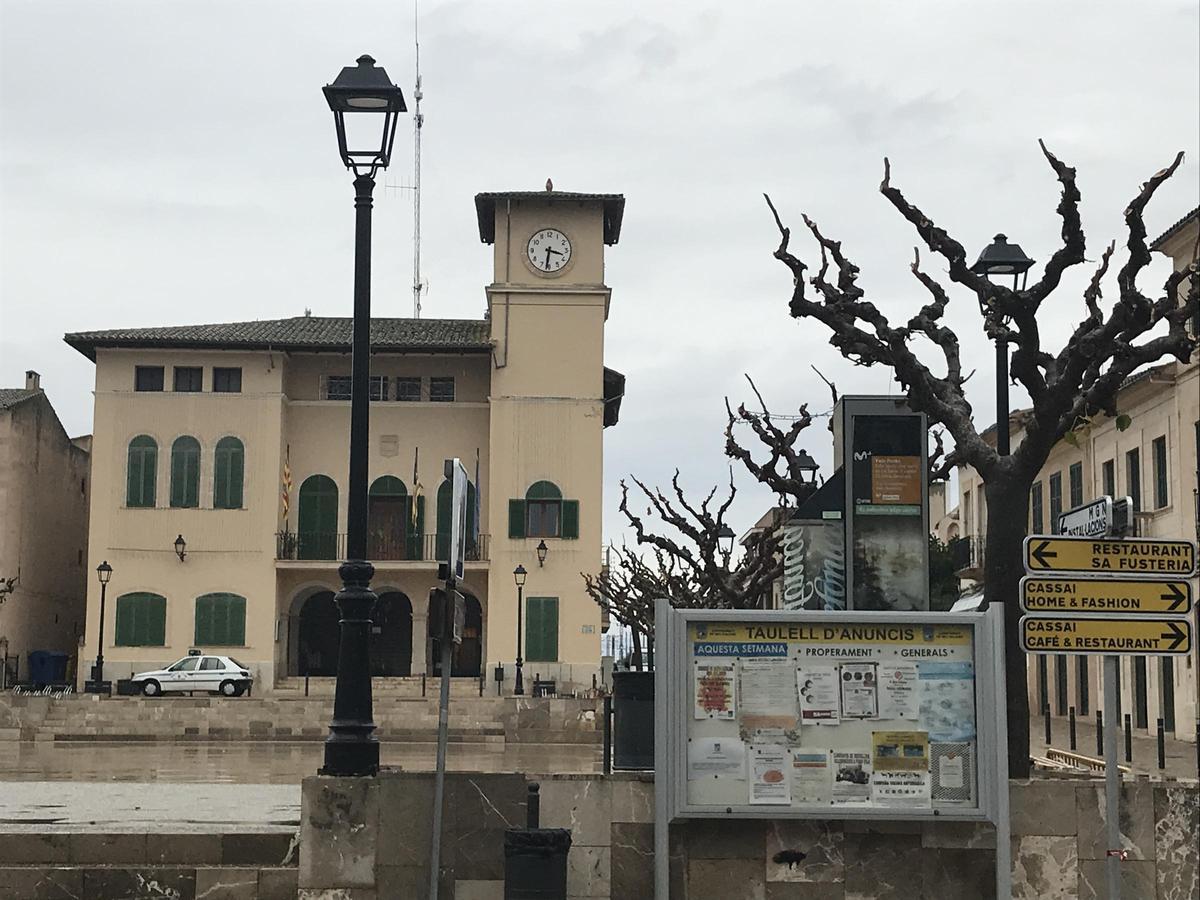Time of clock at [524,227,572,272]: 3:31
